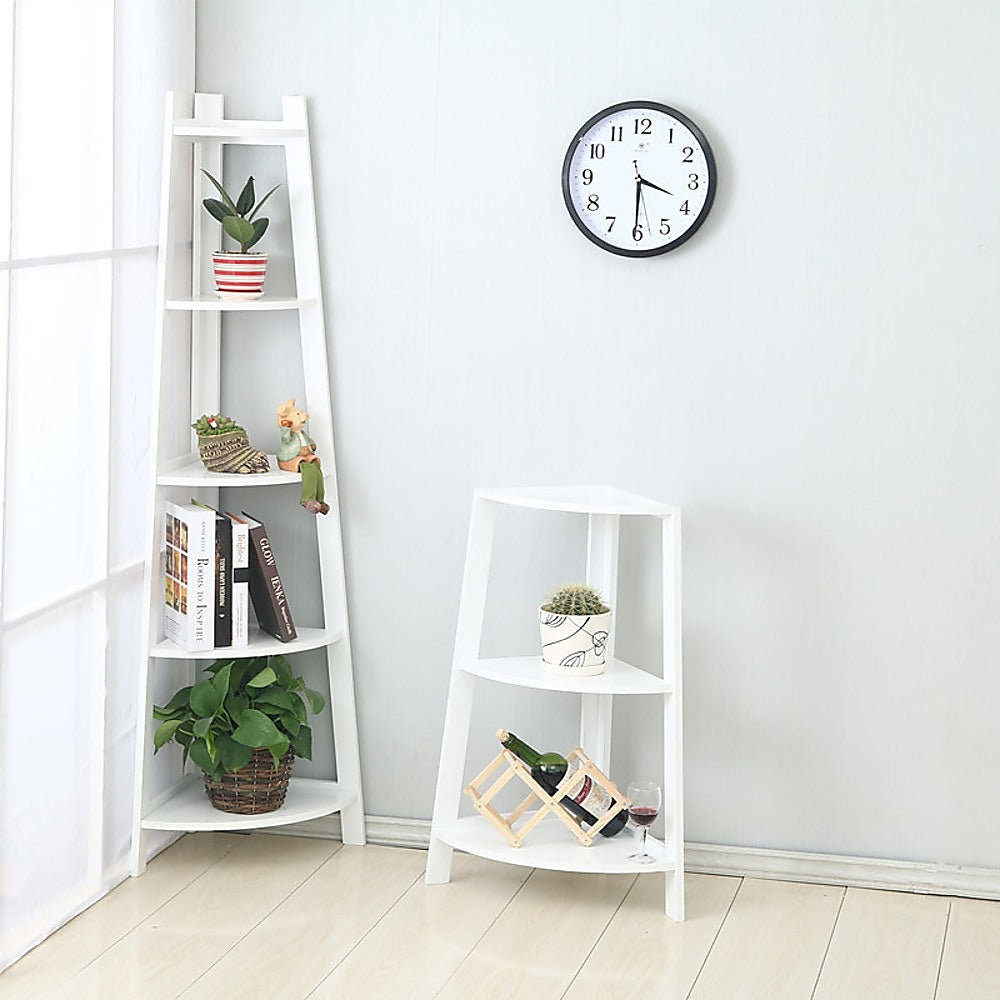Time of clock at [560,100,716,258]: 3:30
